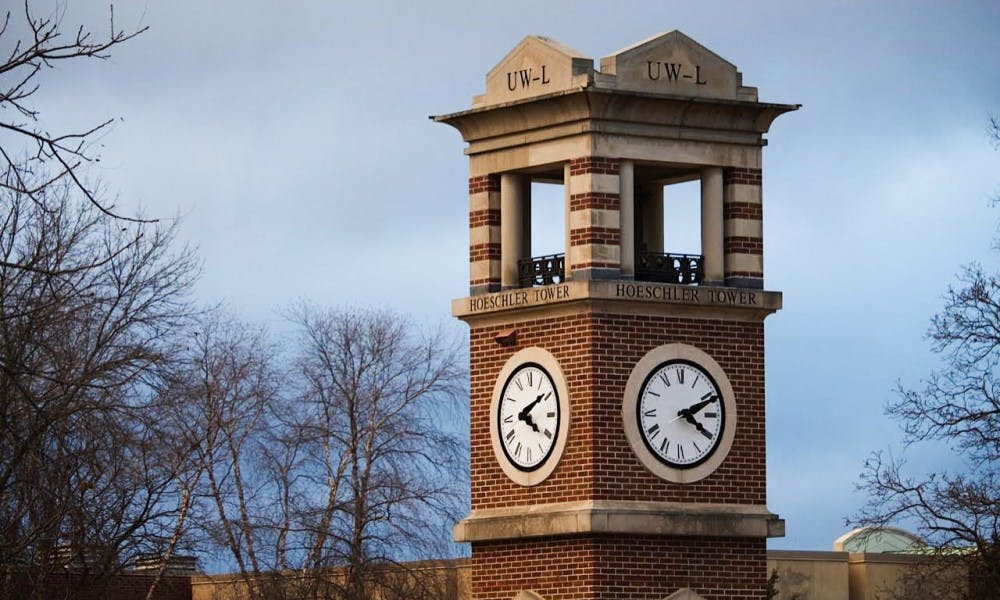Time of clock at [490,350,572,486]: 4:09
